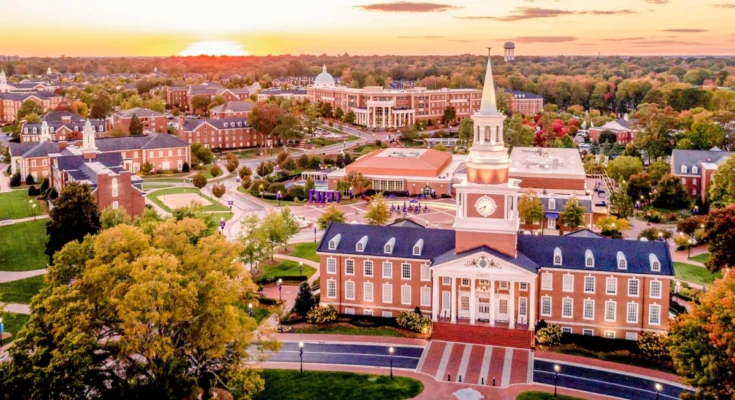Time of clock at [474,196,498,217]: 6:40
